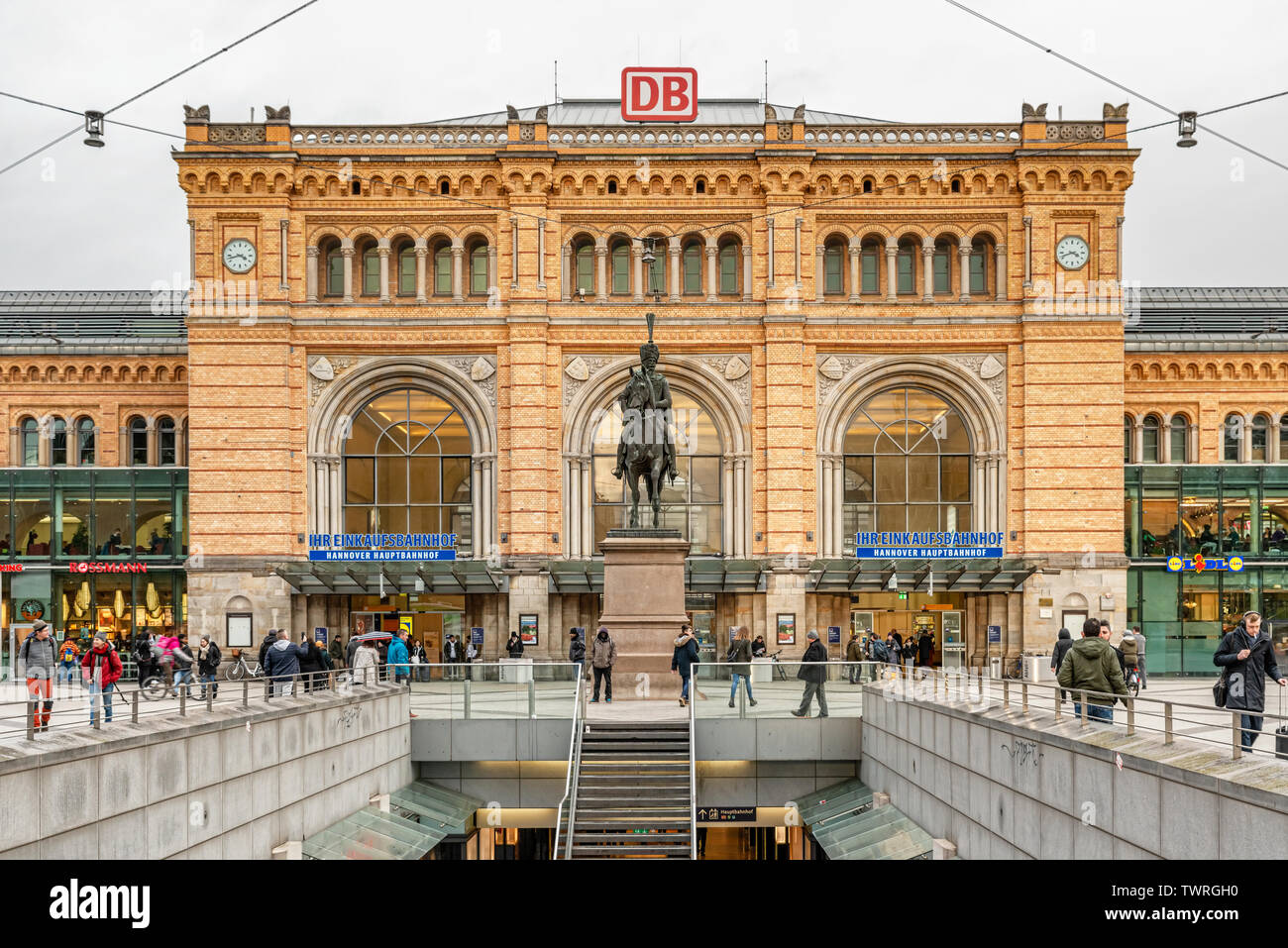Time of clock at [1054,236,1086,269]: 3:41
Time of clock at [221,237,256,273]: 3:42
